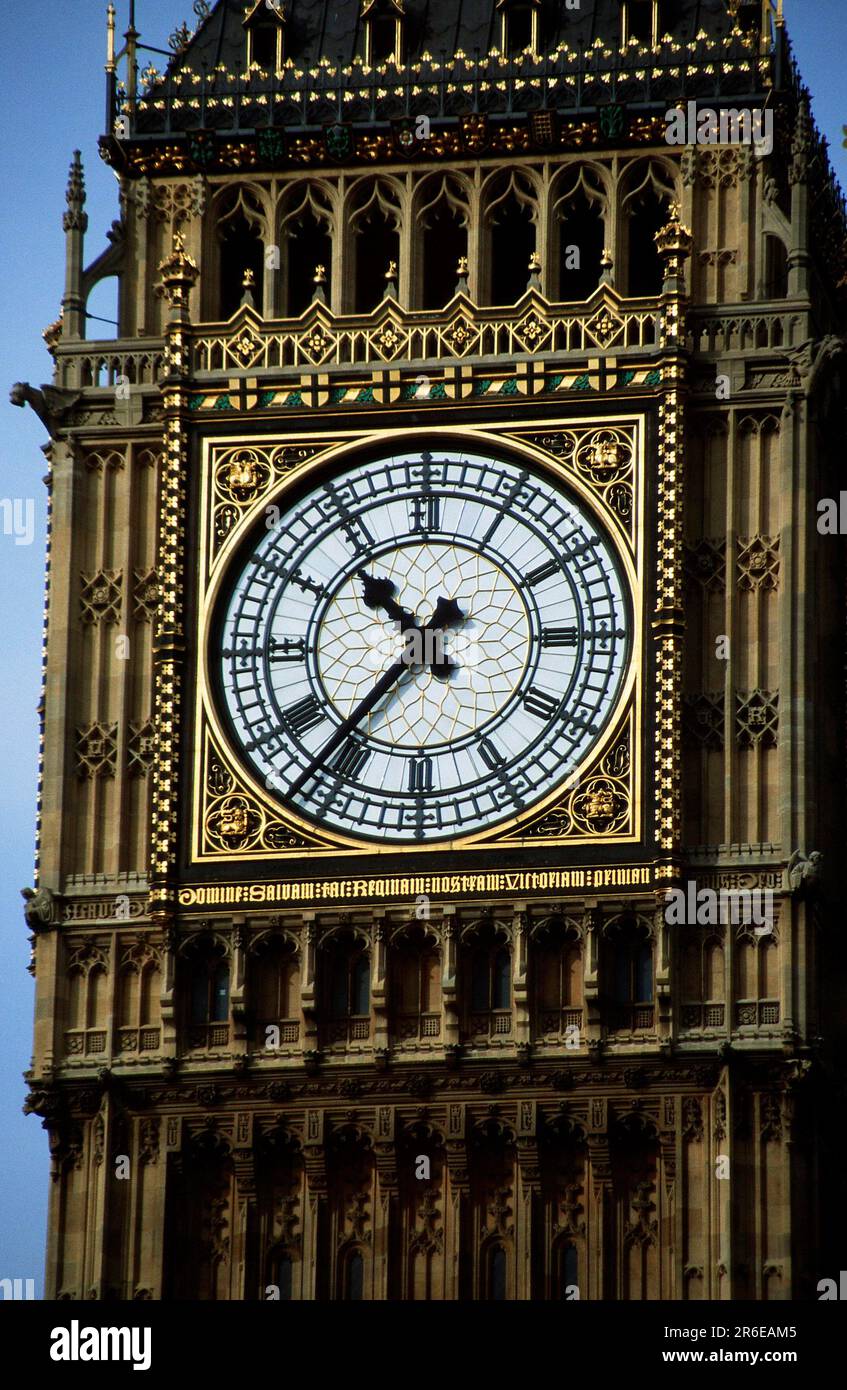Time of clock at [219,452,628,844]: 10:36
